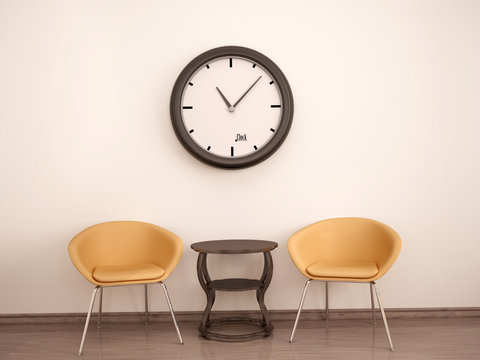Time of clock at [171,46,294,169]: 11:07
